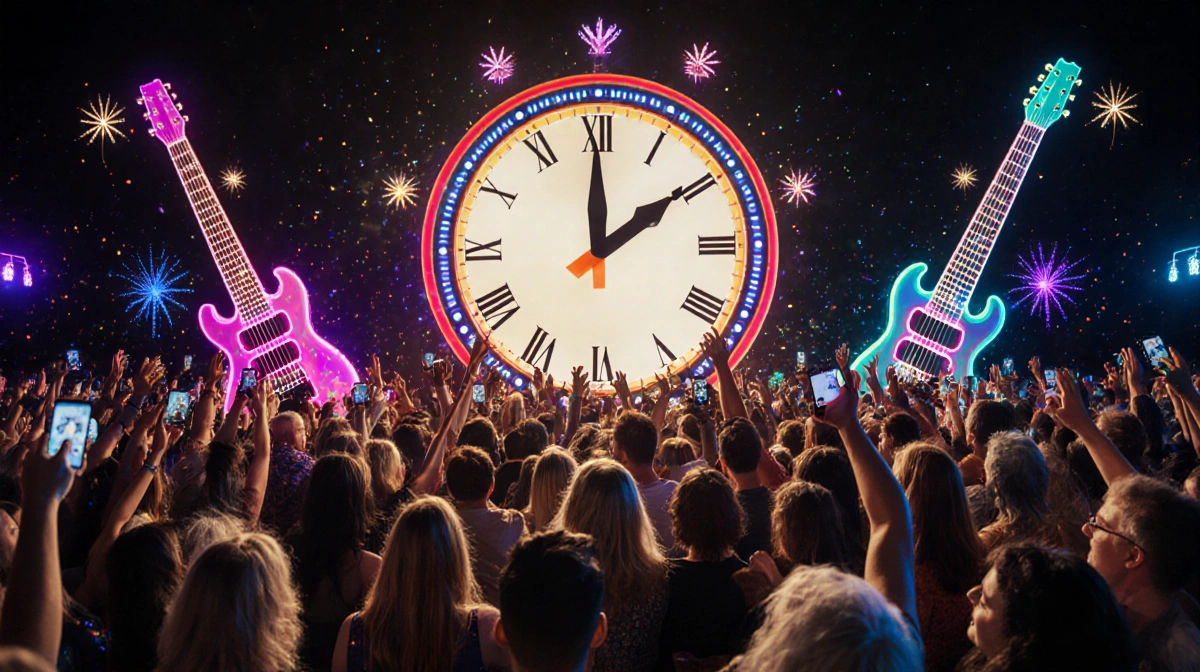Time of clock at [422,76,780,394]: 1:59
